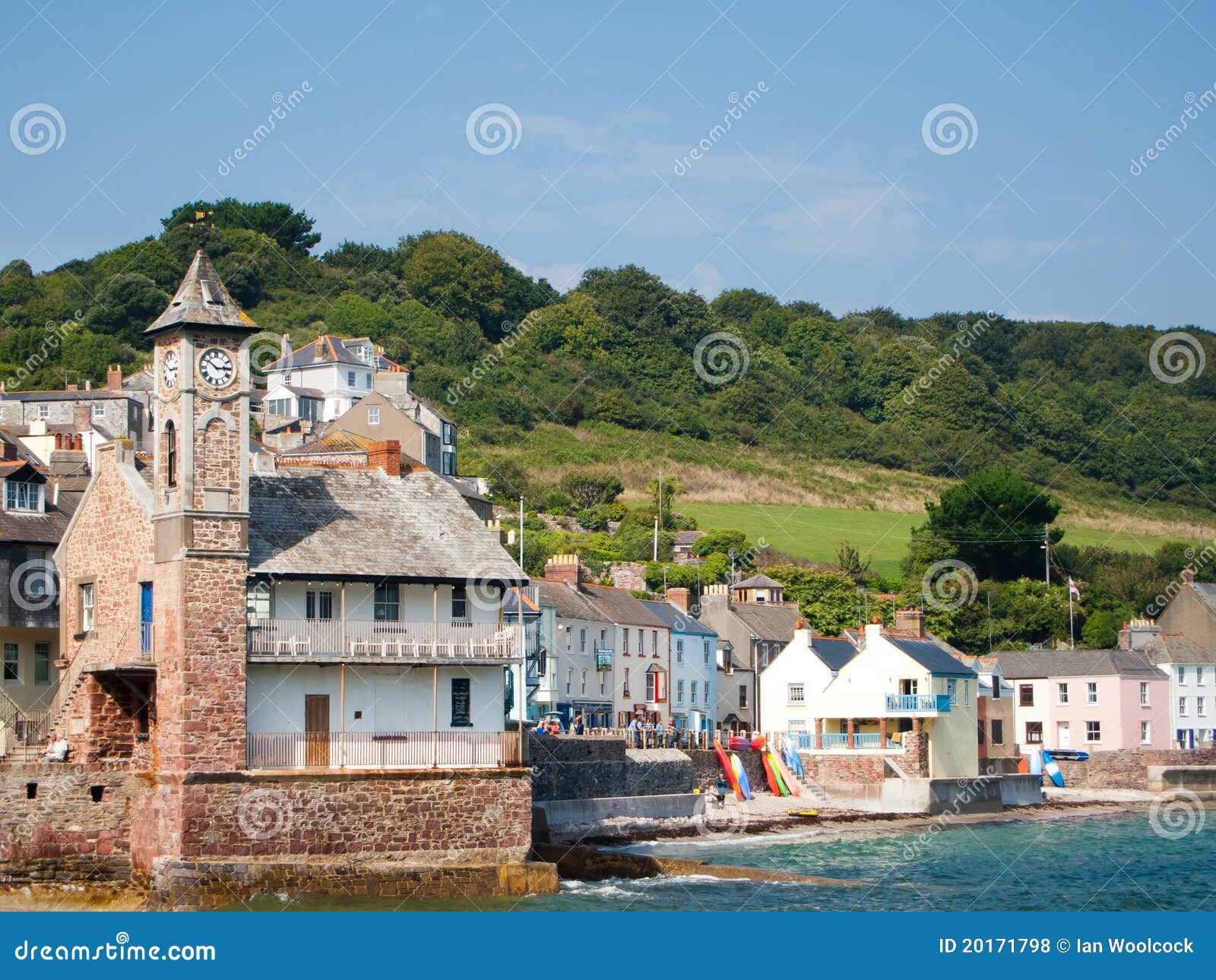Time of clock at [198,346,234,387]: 2:51
